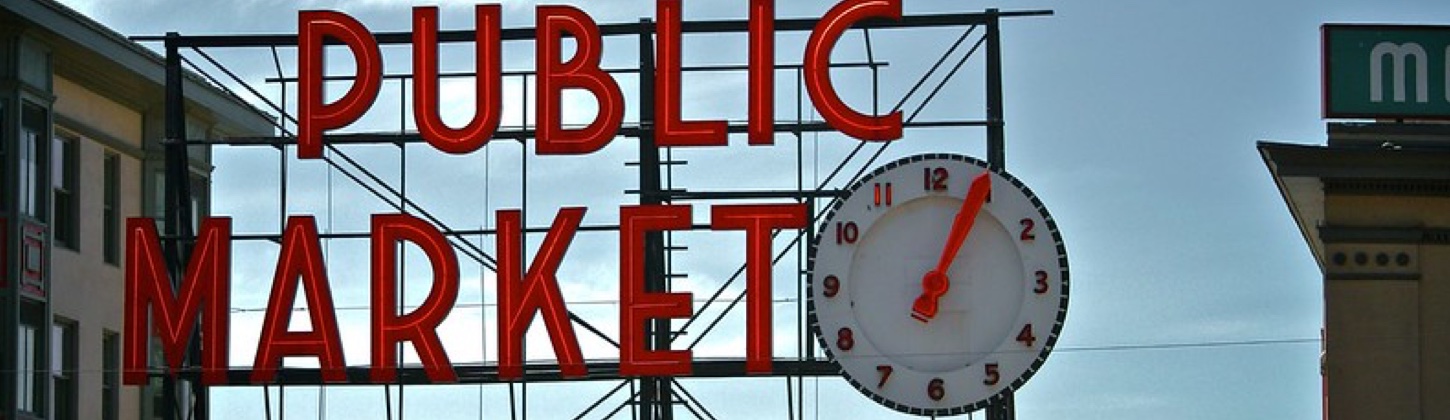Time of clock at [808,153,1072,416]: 1:04
